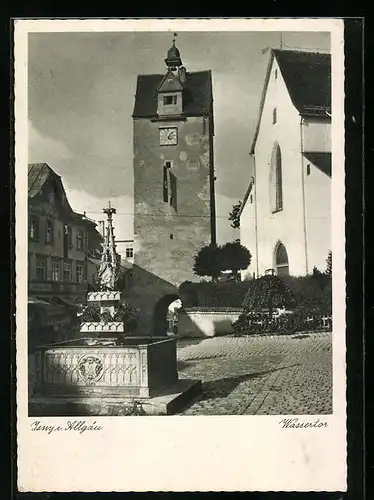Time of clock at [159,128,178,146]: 5:06
